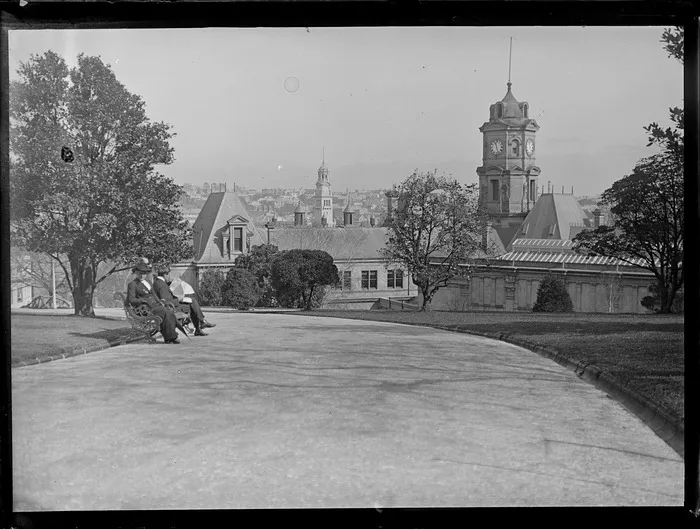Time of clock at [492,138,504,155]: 11:26
